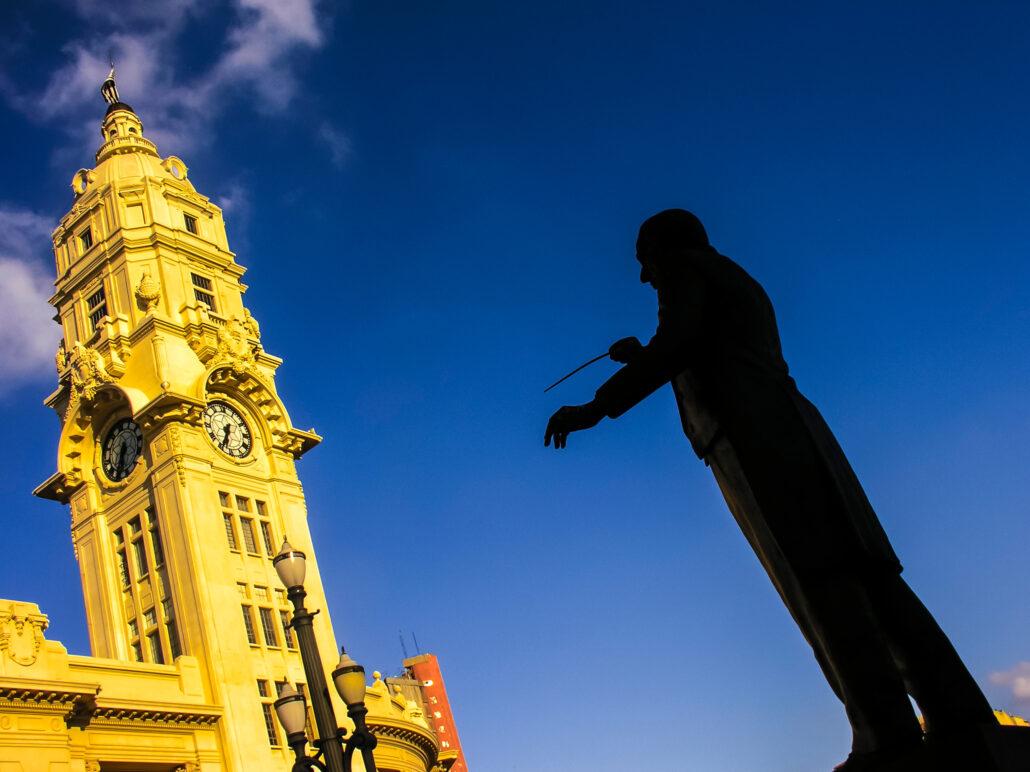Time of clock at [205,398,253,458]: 6:34
